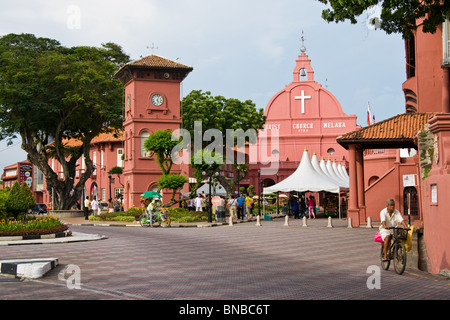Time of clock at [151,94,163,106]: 5:03
